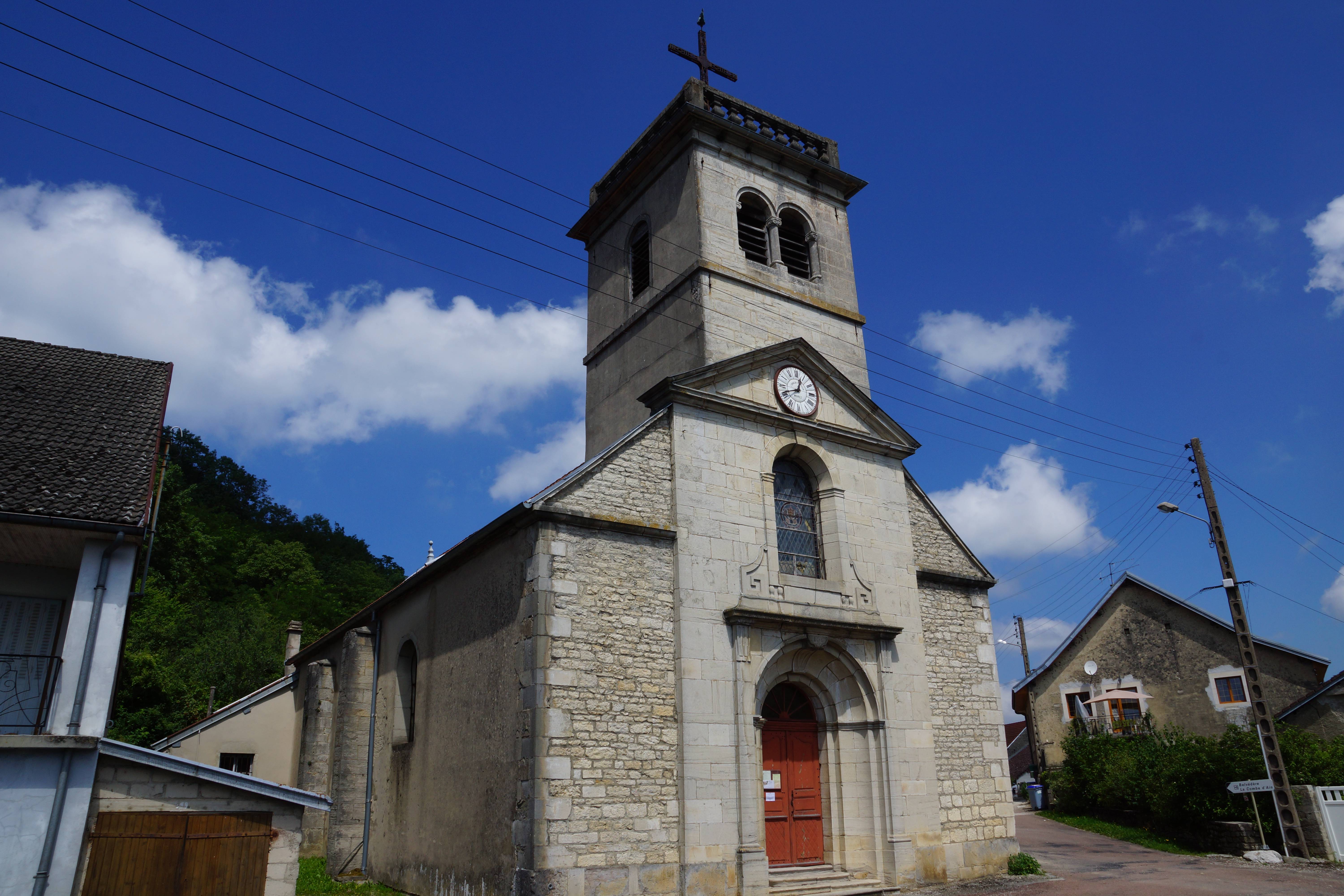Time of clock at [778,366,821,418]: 12:41
